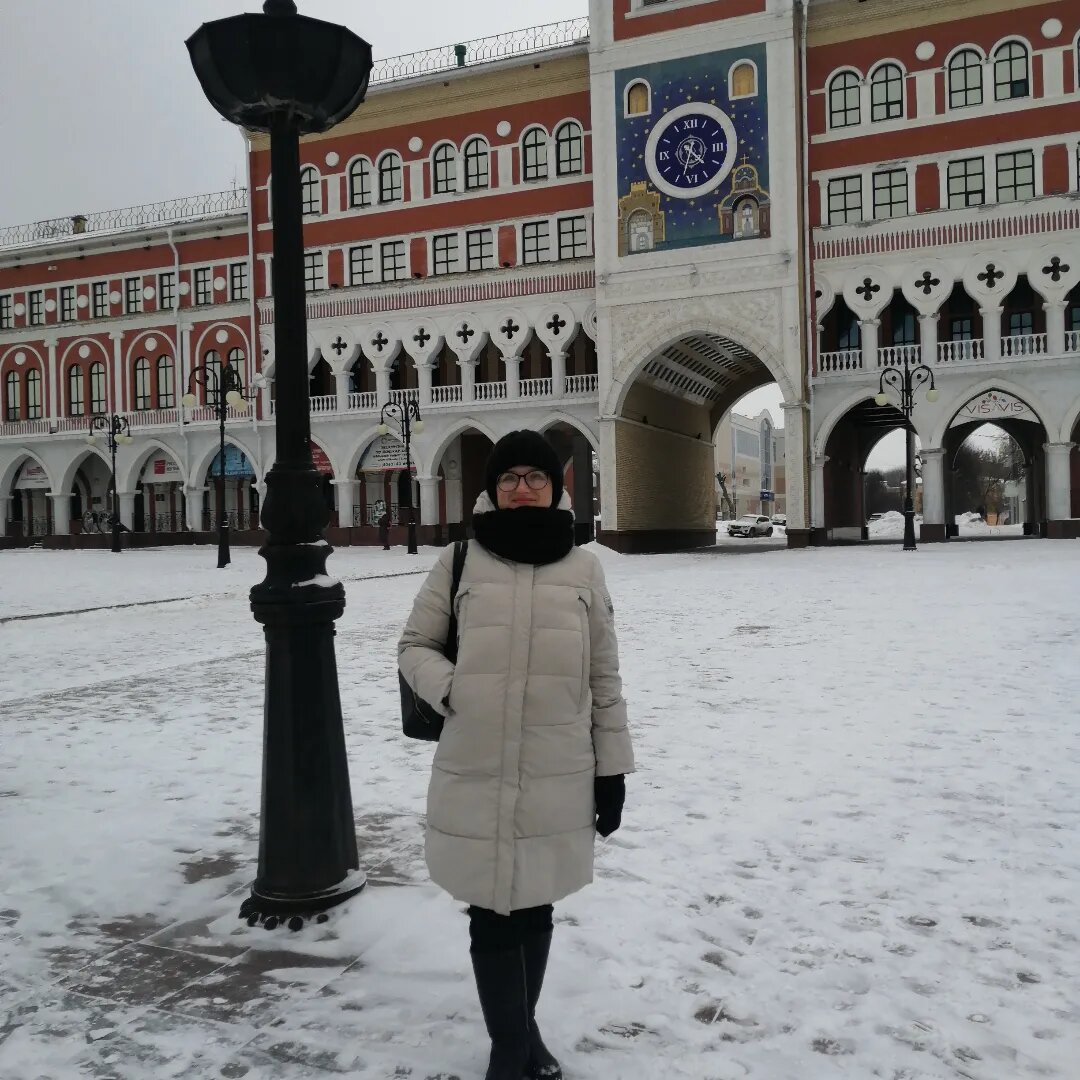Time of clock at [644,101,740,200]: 4:33
